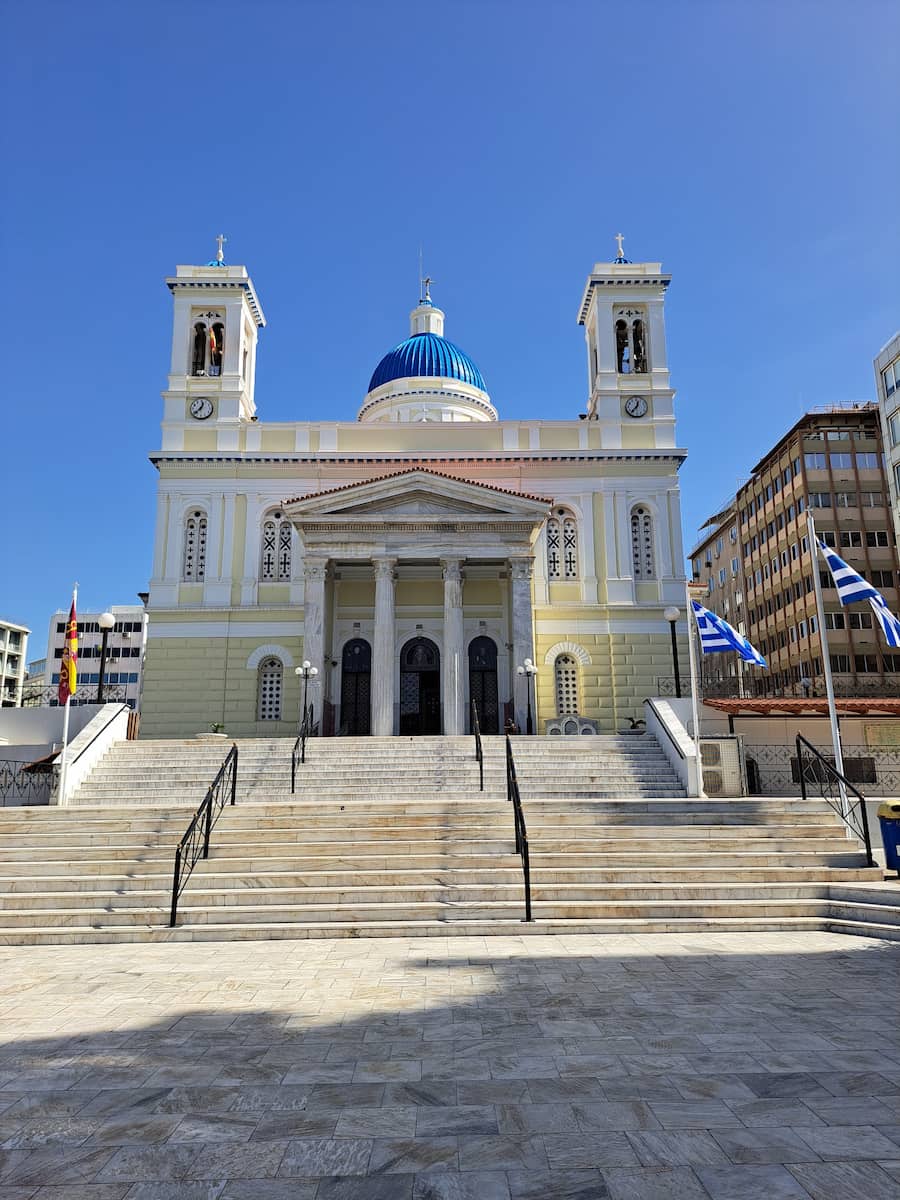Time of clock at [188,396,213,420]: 12:37
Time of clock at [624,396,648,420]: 12:37
